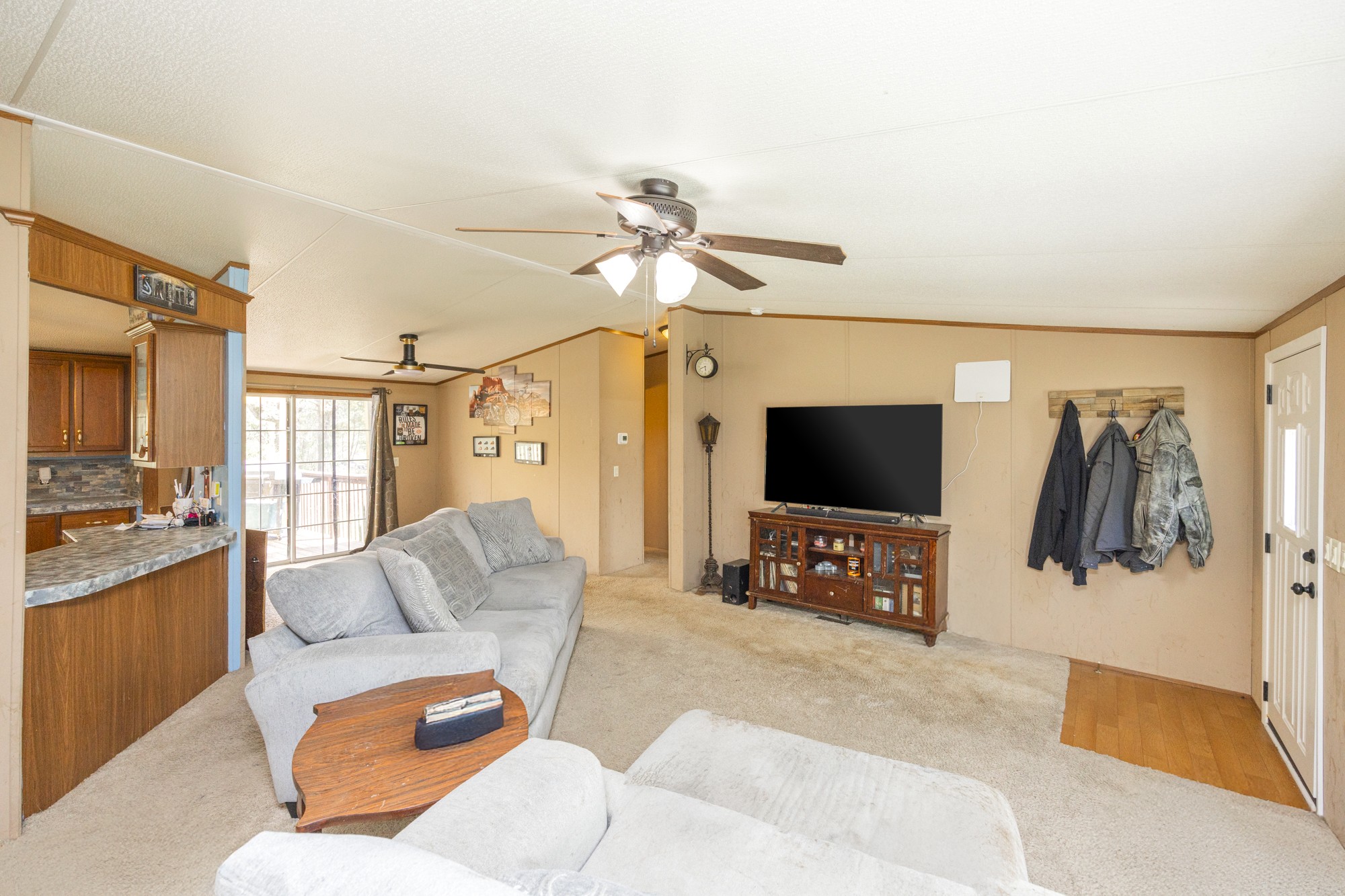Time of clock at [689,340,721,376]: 5:41
